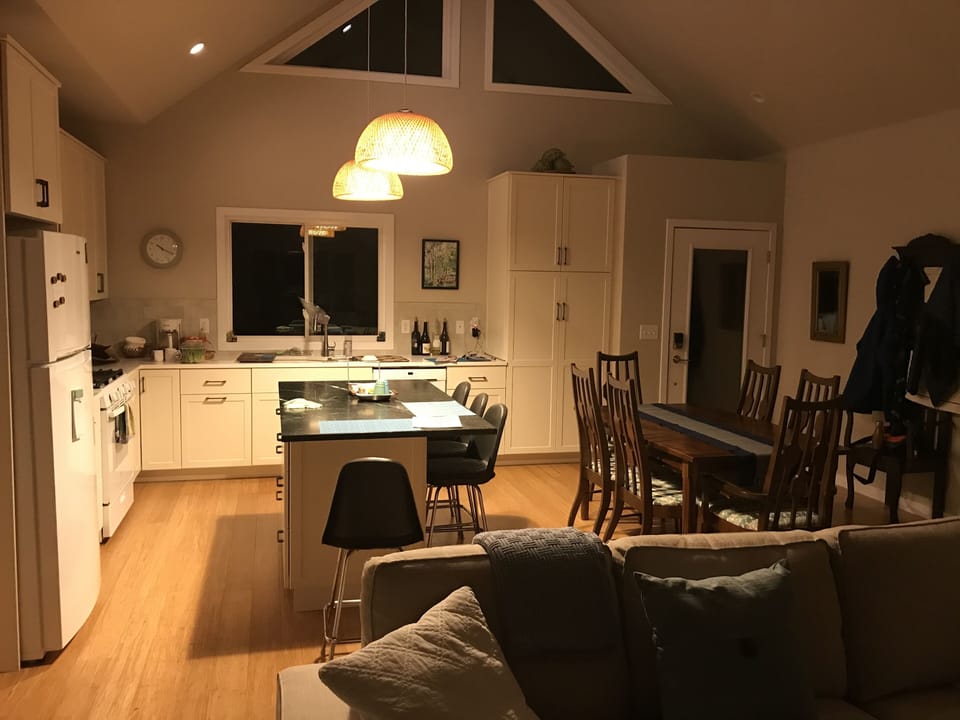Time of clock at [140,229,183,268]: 10:19
